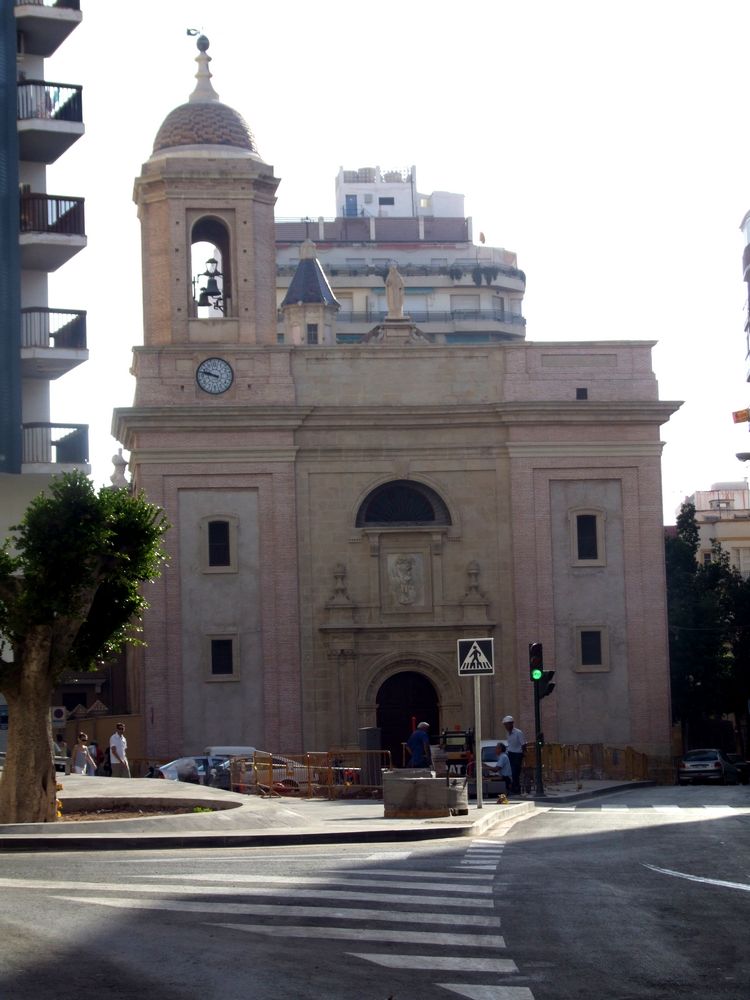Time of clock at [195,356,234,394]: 9:47
